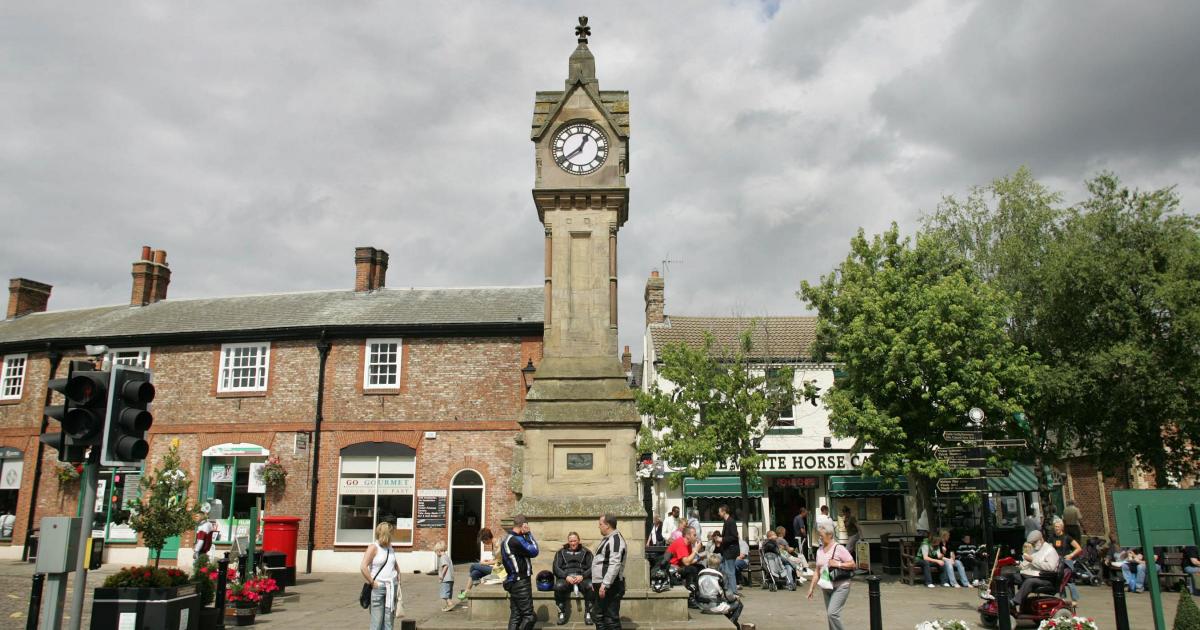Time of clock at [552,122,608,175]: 12:39
